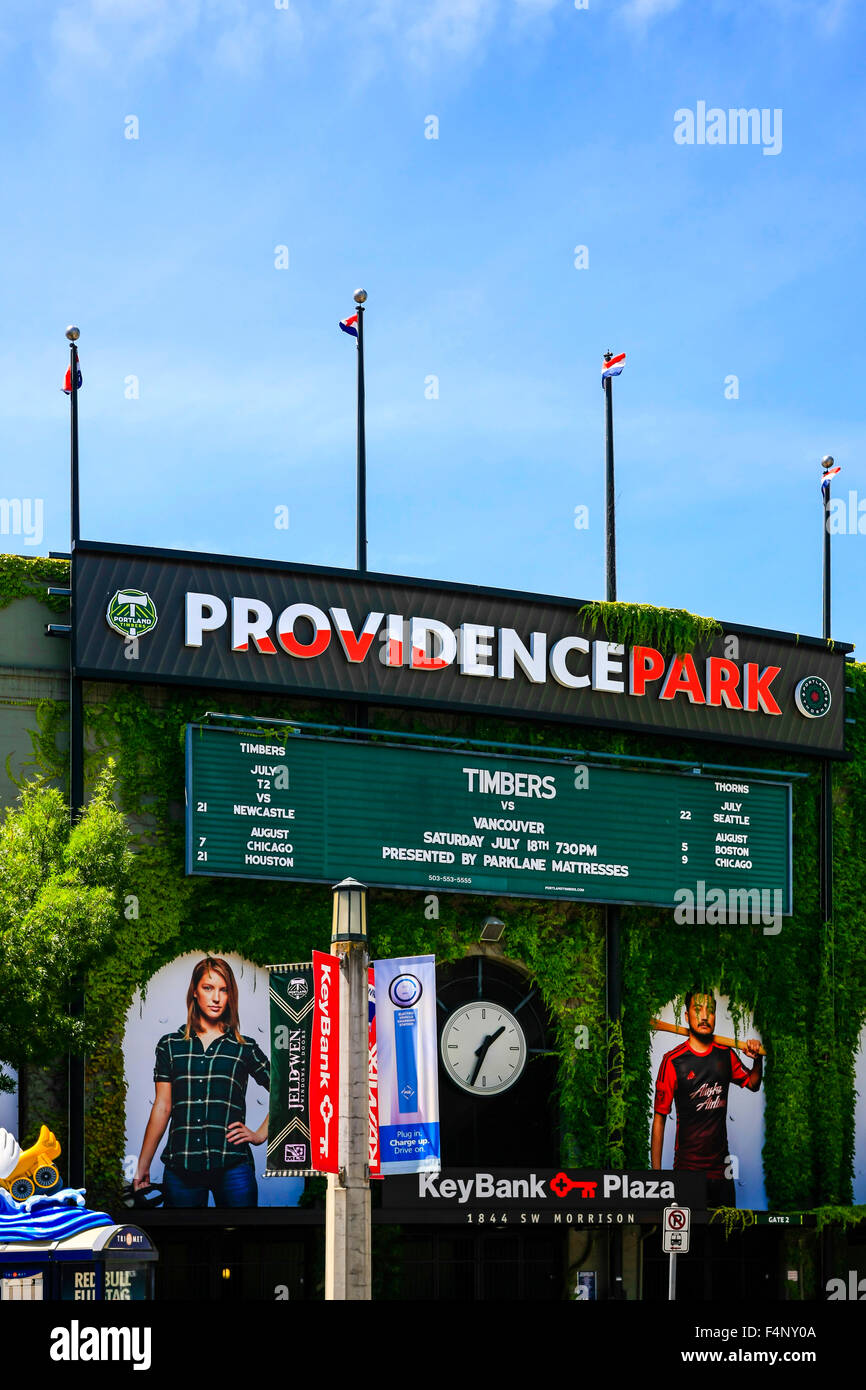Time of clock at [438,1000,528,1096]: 1:33
